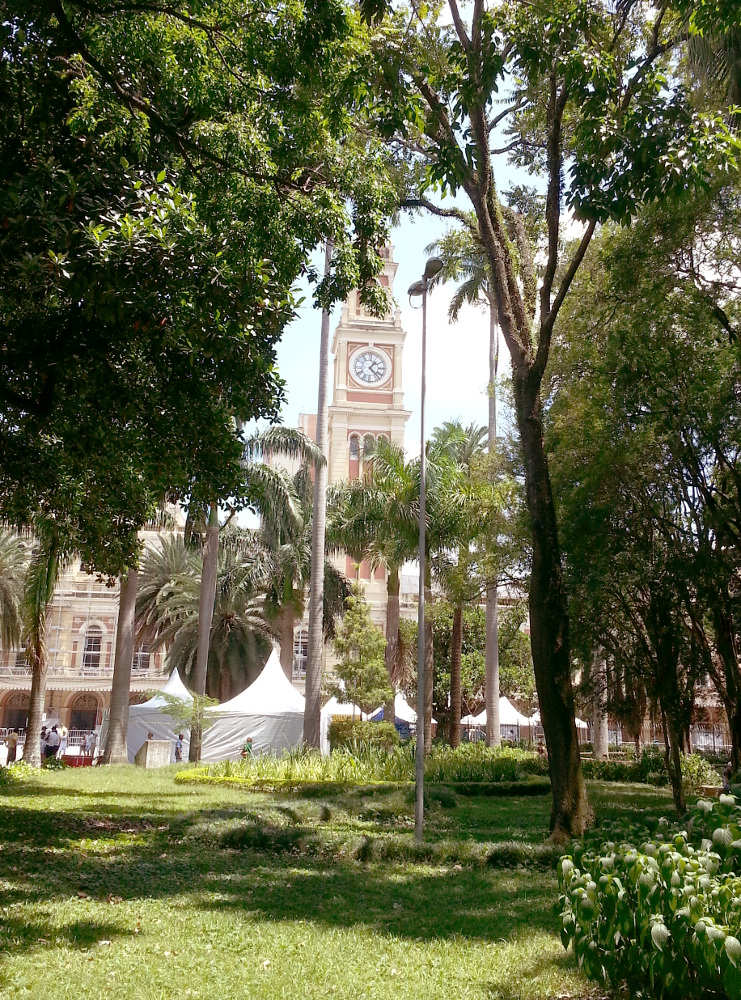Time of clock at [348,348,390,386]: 1:22
